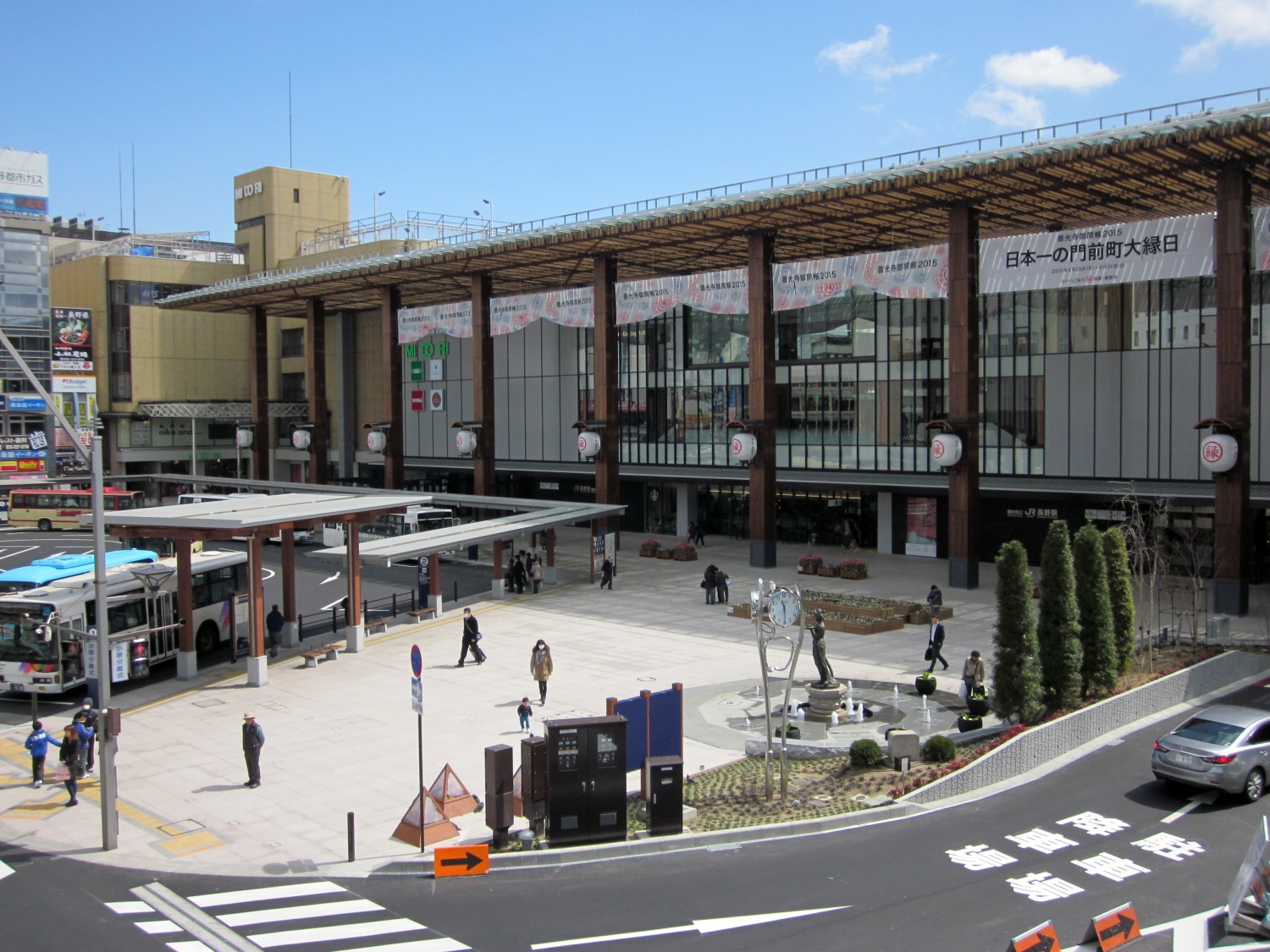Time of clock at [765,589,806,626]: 11:29
